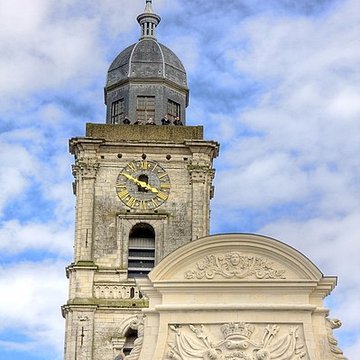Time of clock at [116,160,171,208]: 3:50
